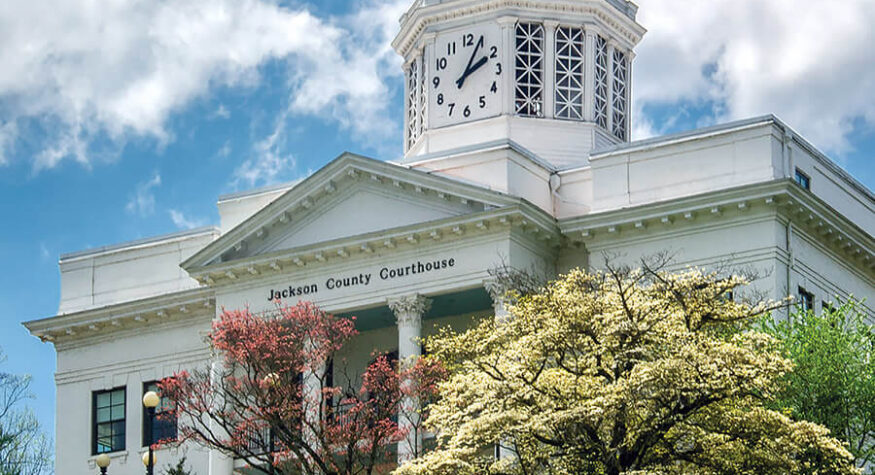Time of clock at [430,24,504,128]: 2:04
